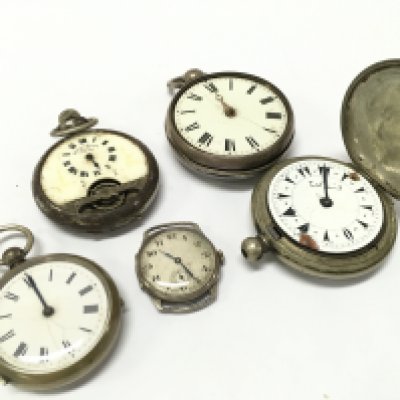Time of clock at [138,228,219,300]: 10:25
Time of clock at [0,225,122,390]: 10:55
